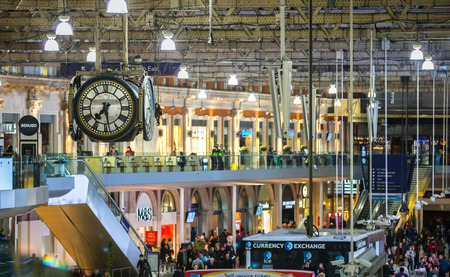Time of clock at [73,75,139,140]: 7:28
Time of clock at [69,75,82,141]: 7:28
